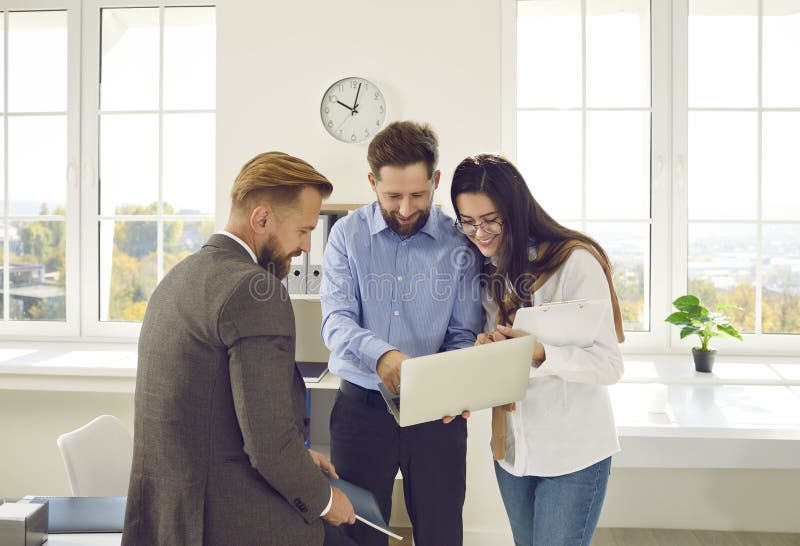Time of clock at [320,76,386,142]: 10:02
